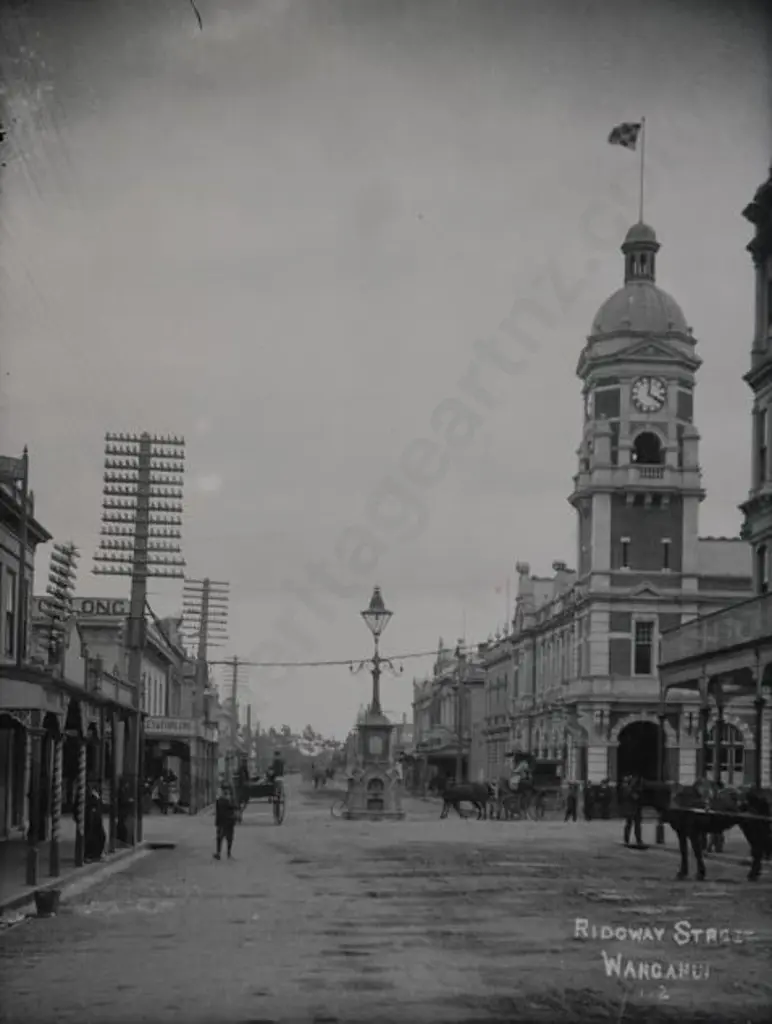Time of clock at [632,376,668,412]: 4:00
